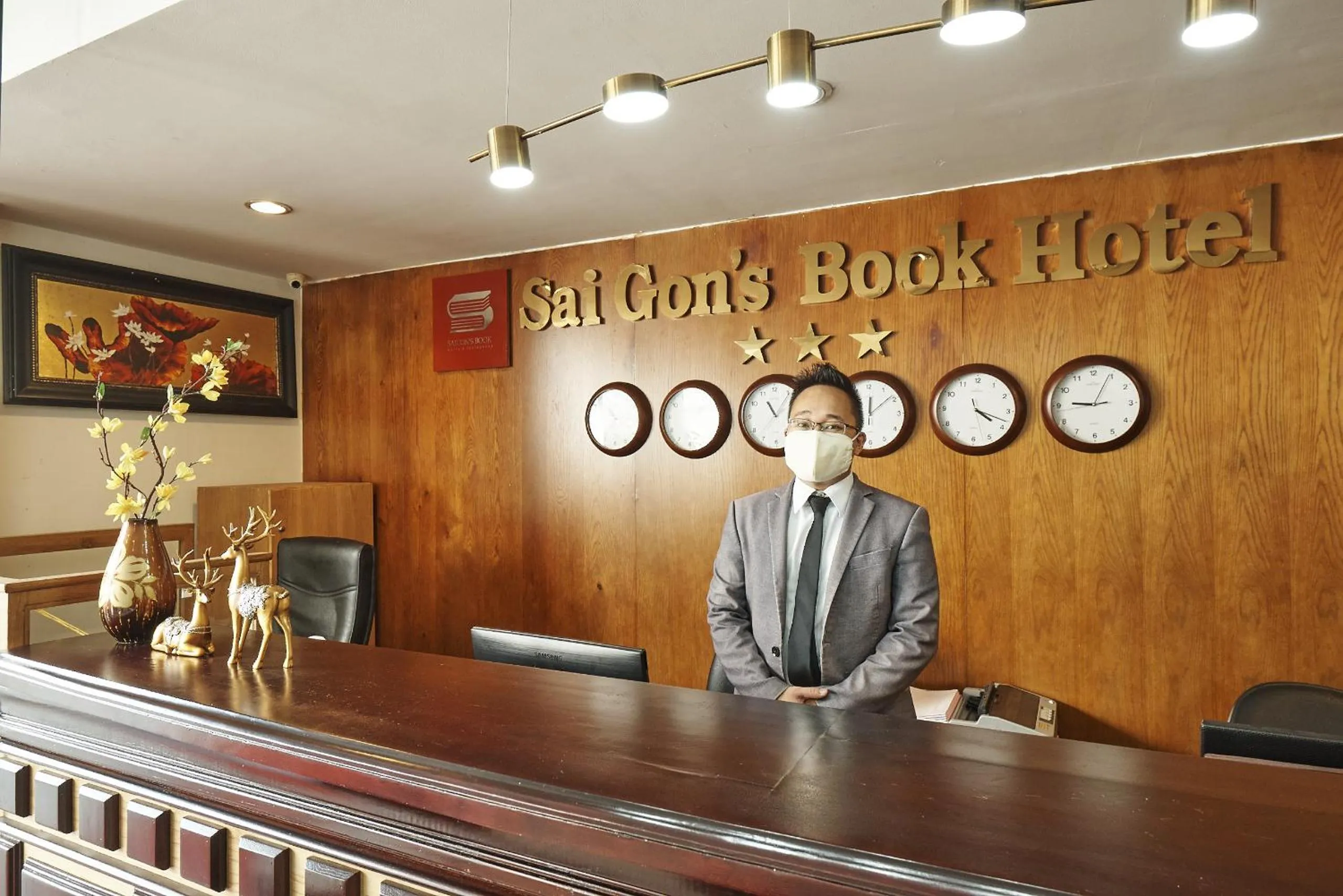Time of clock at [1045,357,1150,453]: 9:04
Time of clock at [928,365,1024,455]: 4:18
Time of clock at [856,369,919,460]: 12:08
